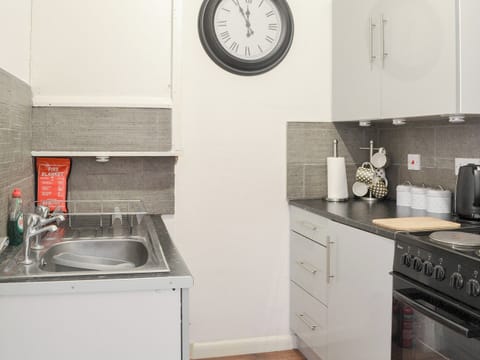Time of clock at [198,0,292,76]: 11:55
